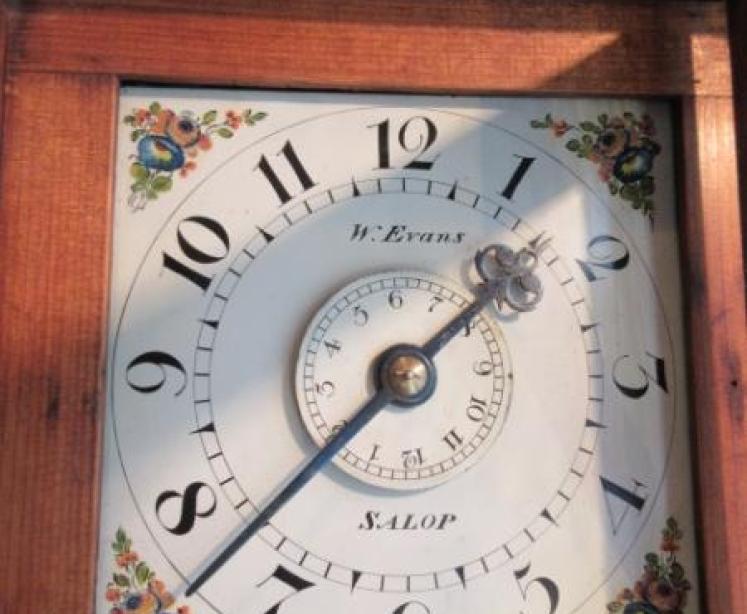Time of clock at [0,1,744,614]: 1:37
